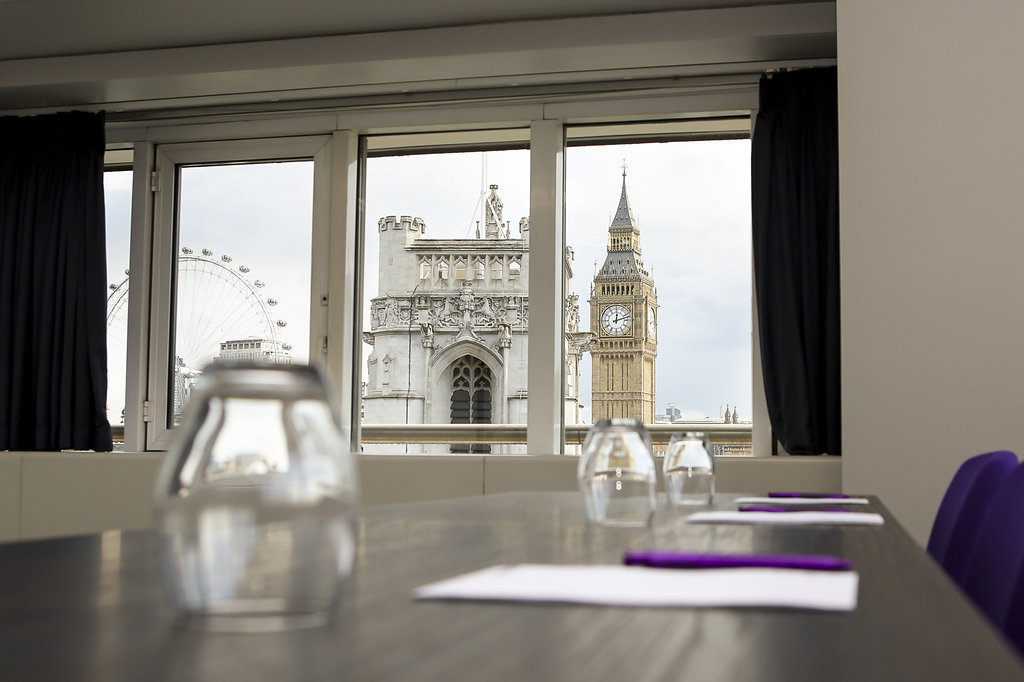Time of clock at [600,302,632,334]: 12:12
